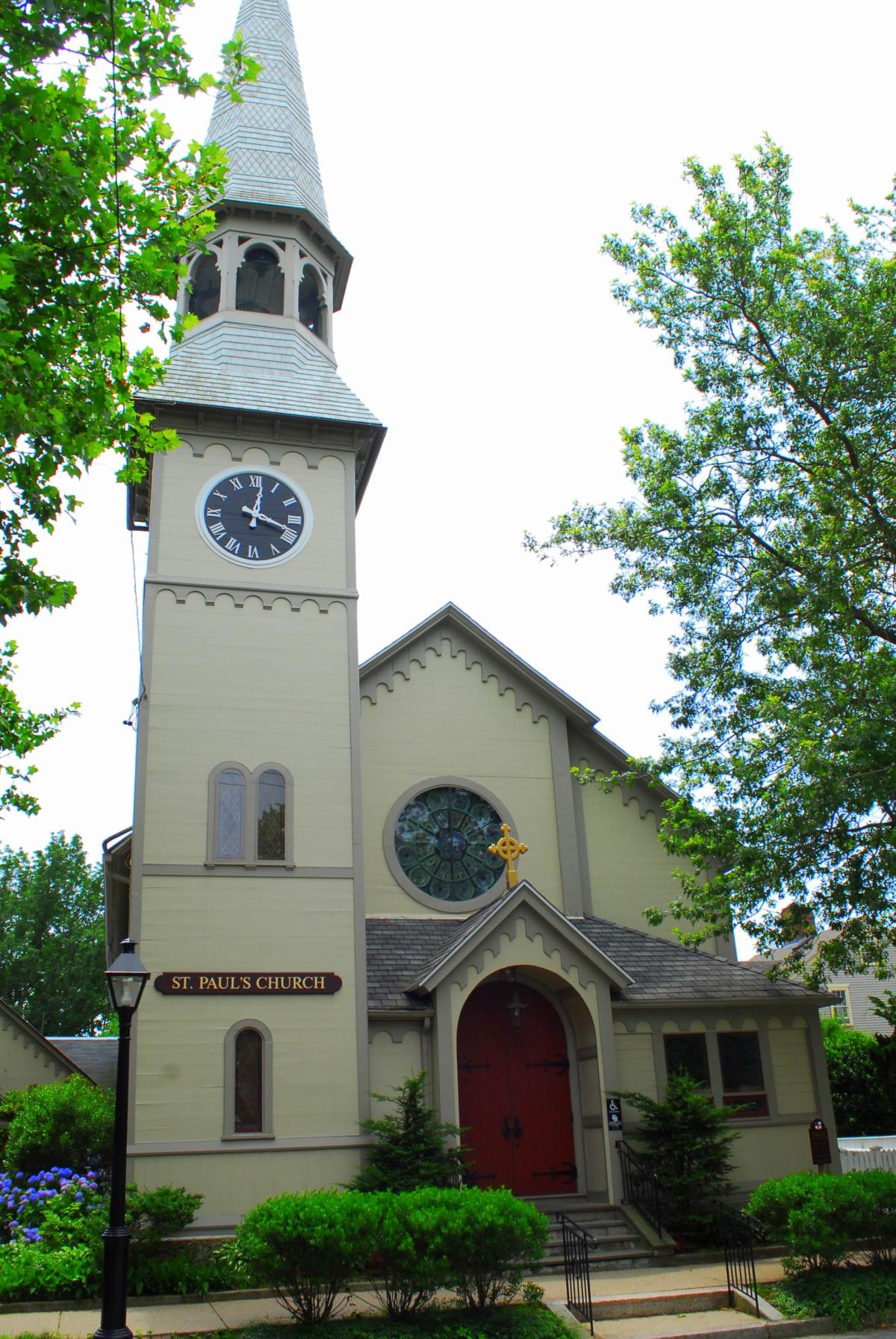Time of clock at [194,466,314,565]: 12:18
